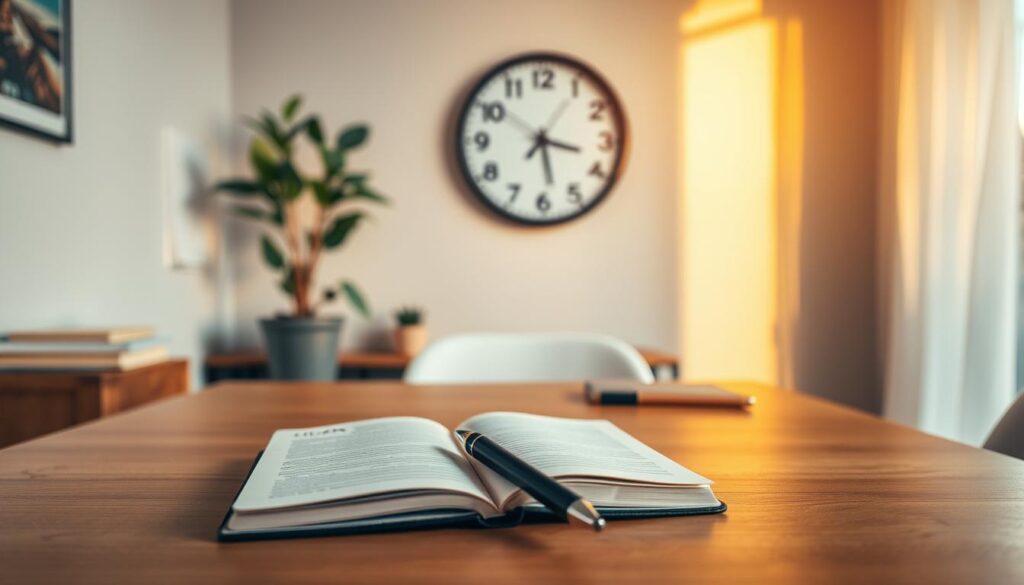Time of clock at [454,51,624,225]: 3:28
